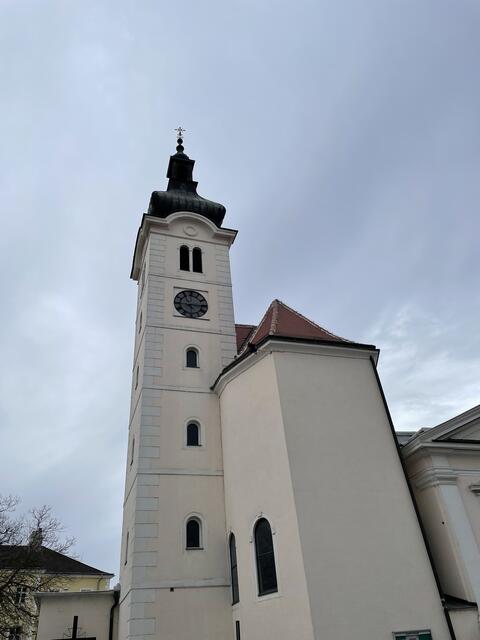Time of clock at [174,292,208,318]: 5:15
